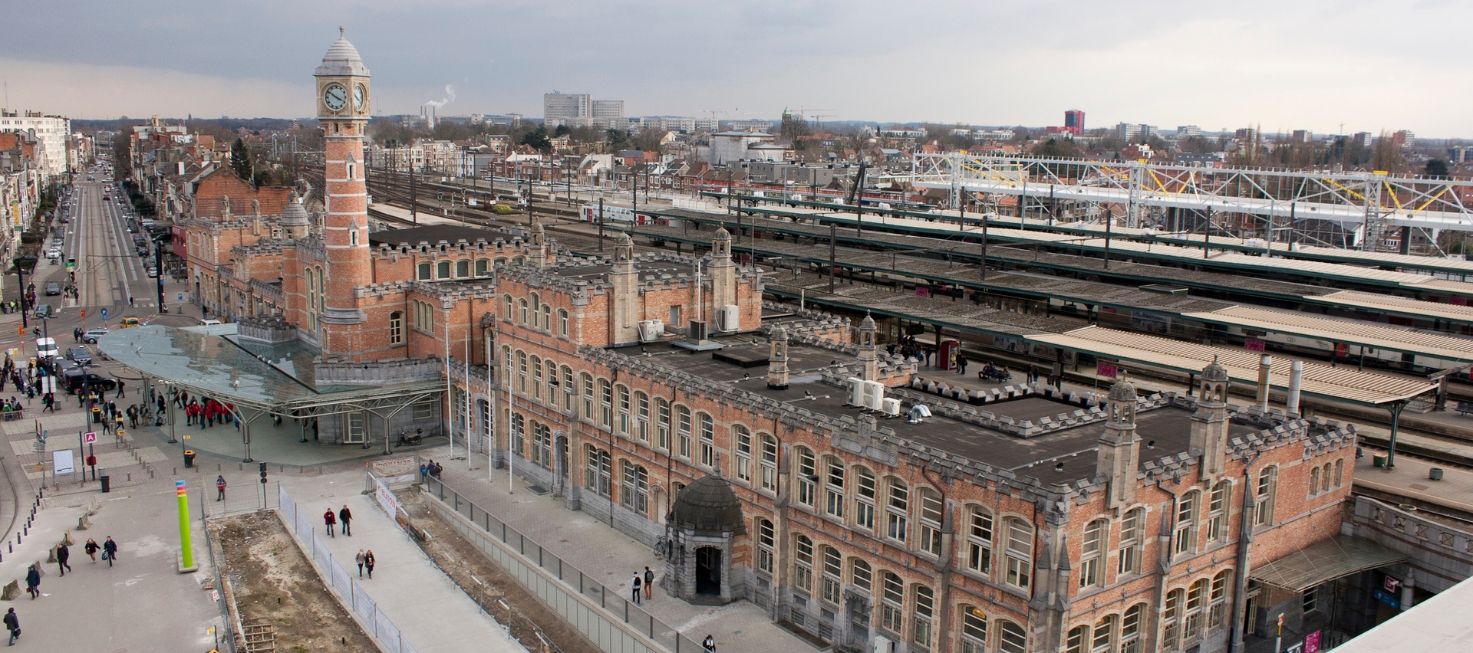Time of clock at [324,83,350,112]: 3:50
